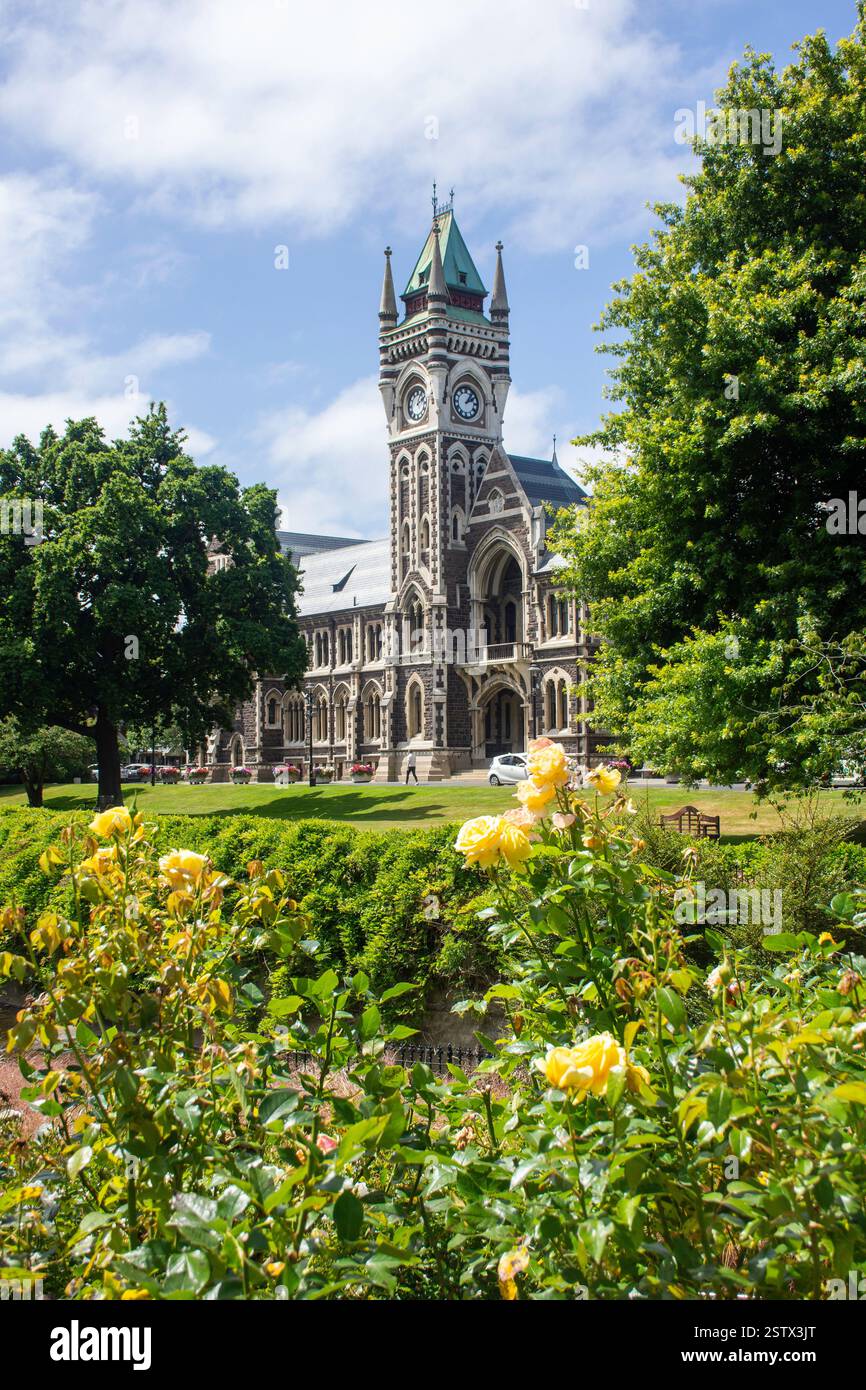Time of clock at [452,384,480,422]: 2:06
